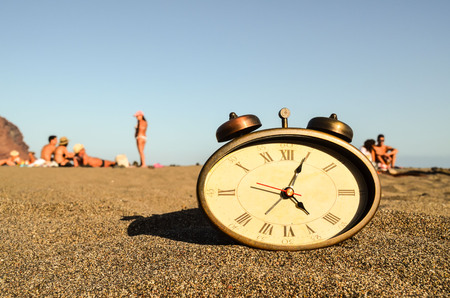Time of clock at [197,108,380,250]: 4:04
